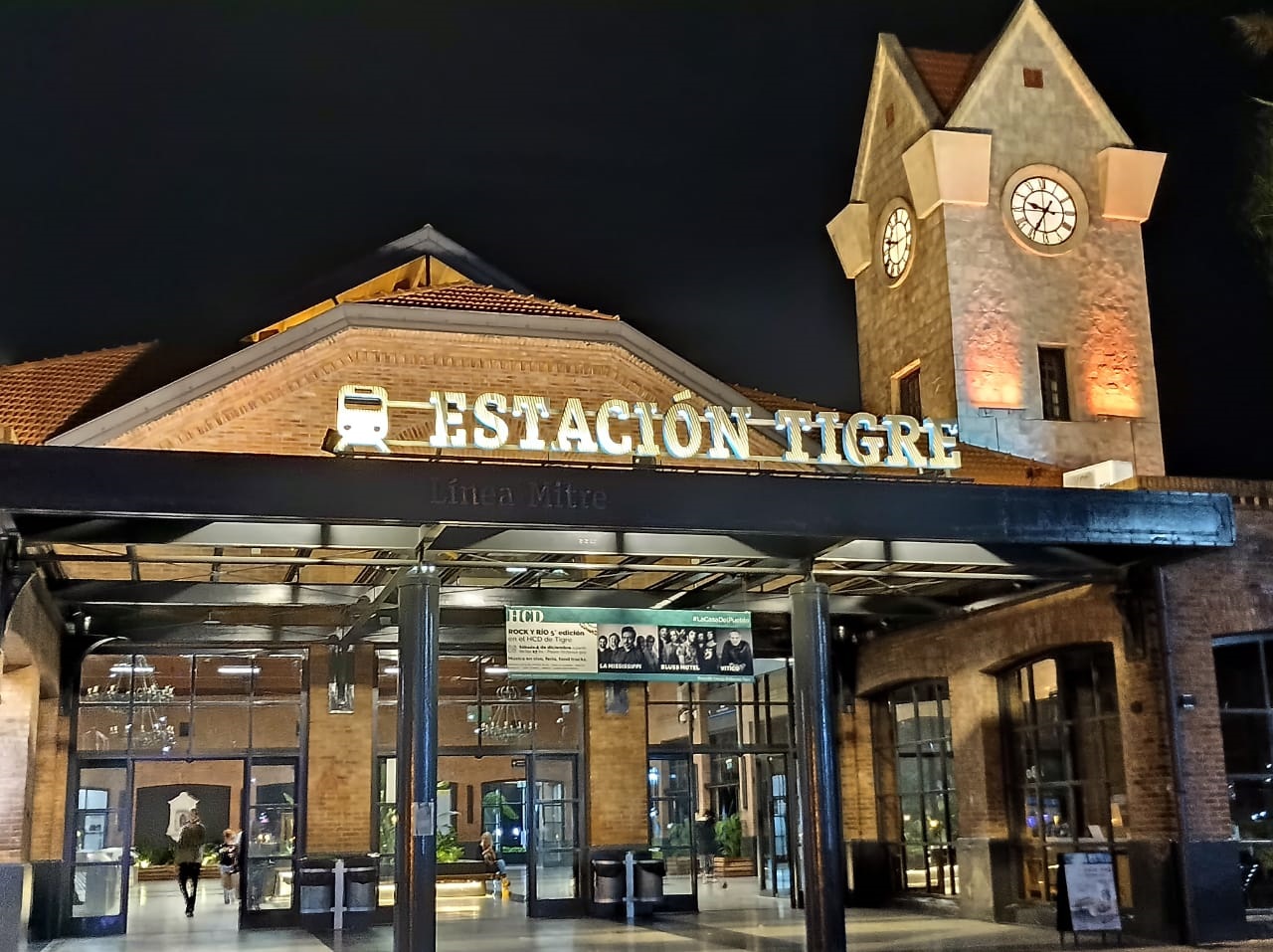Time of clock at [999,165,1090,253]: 9:35
